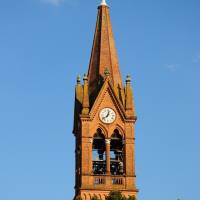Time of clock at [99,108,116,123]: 12:37
